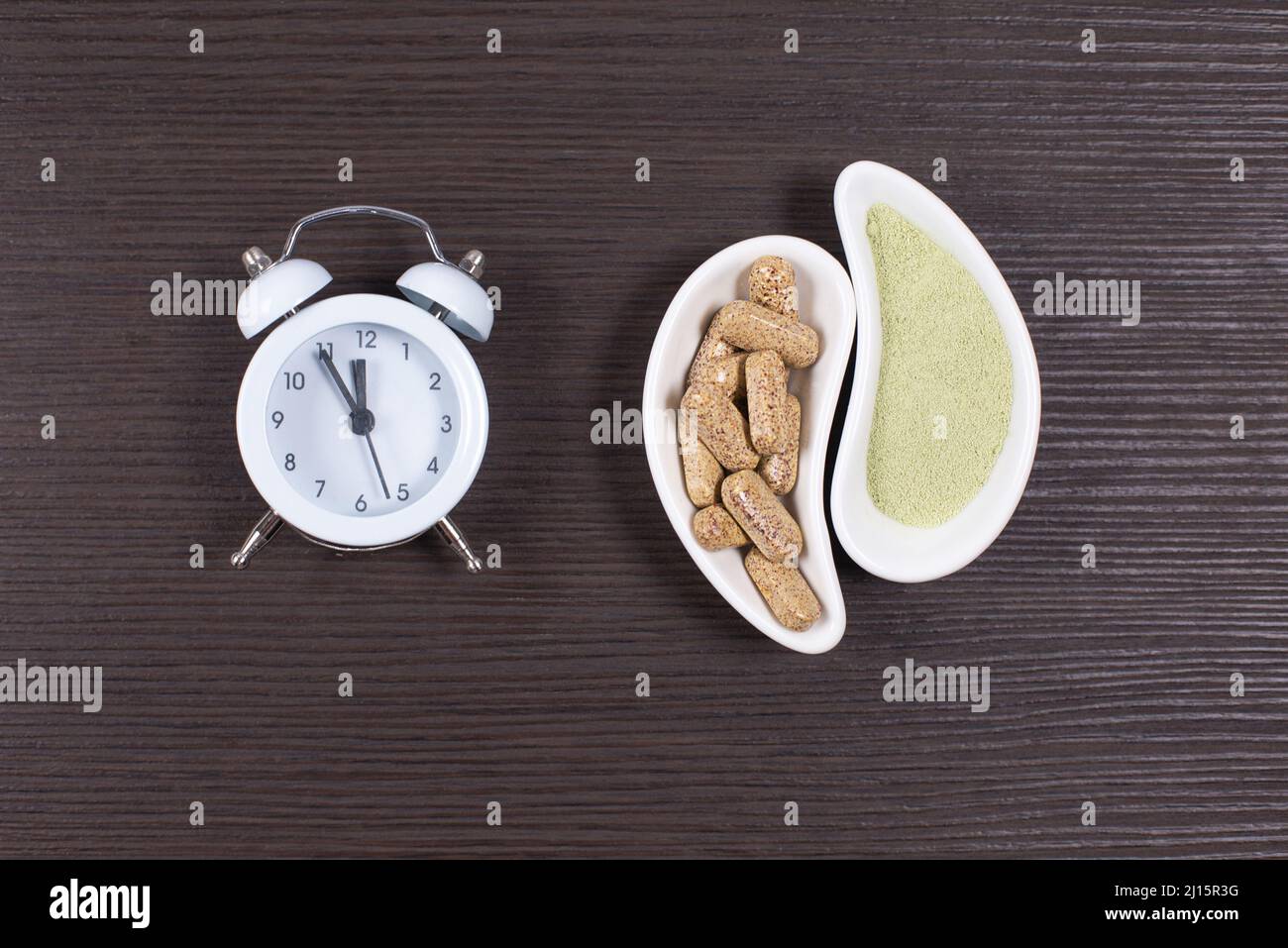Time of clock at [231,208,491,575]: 11:54
